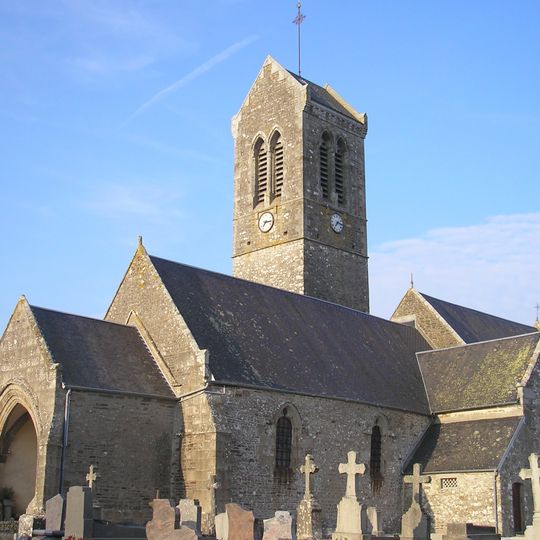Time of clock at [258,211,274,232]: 7:15
